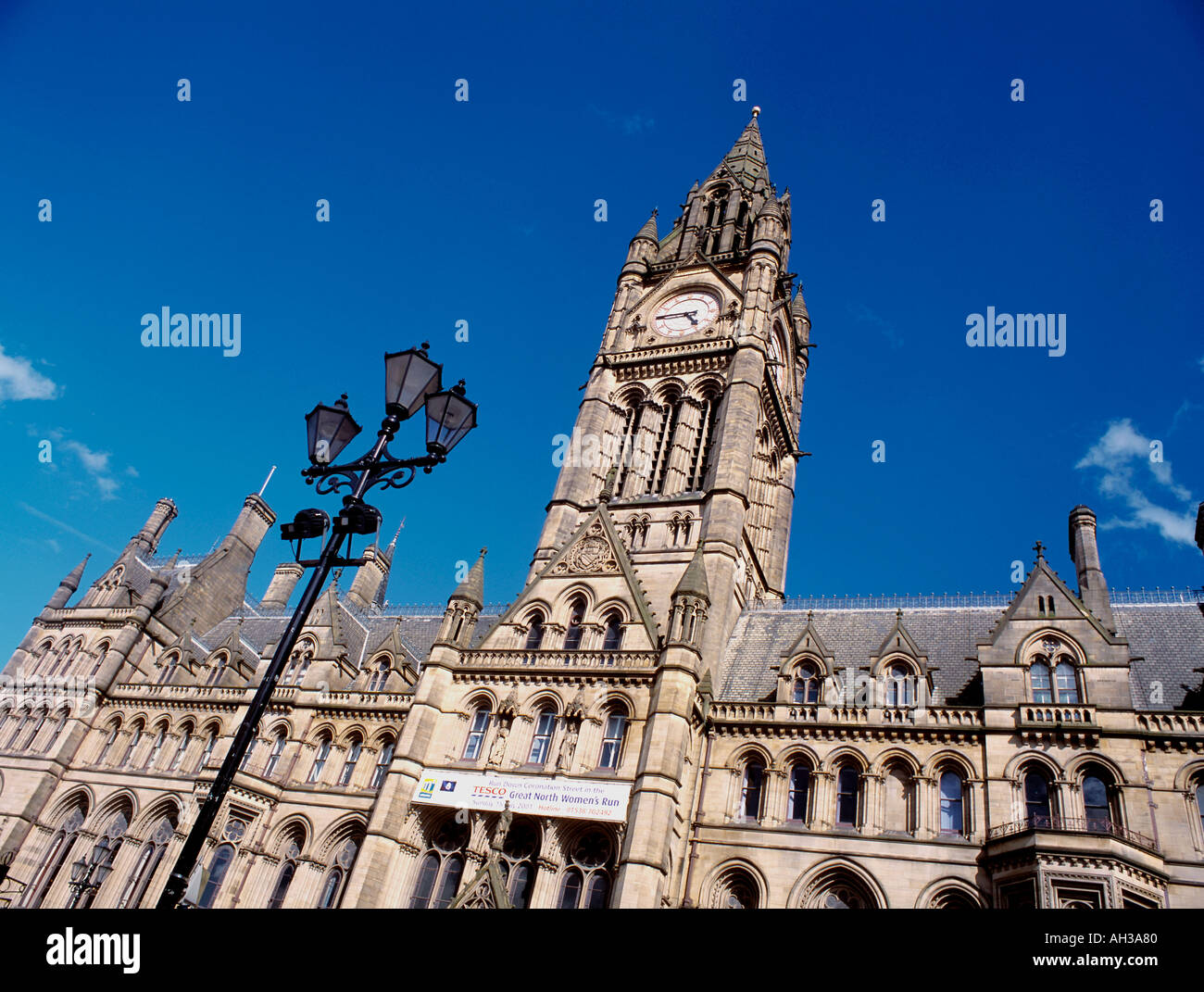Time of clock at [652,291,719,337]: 4:44
